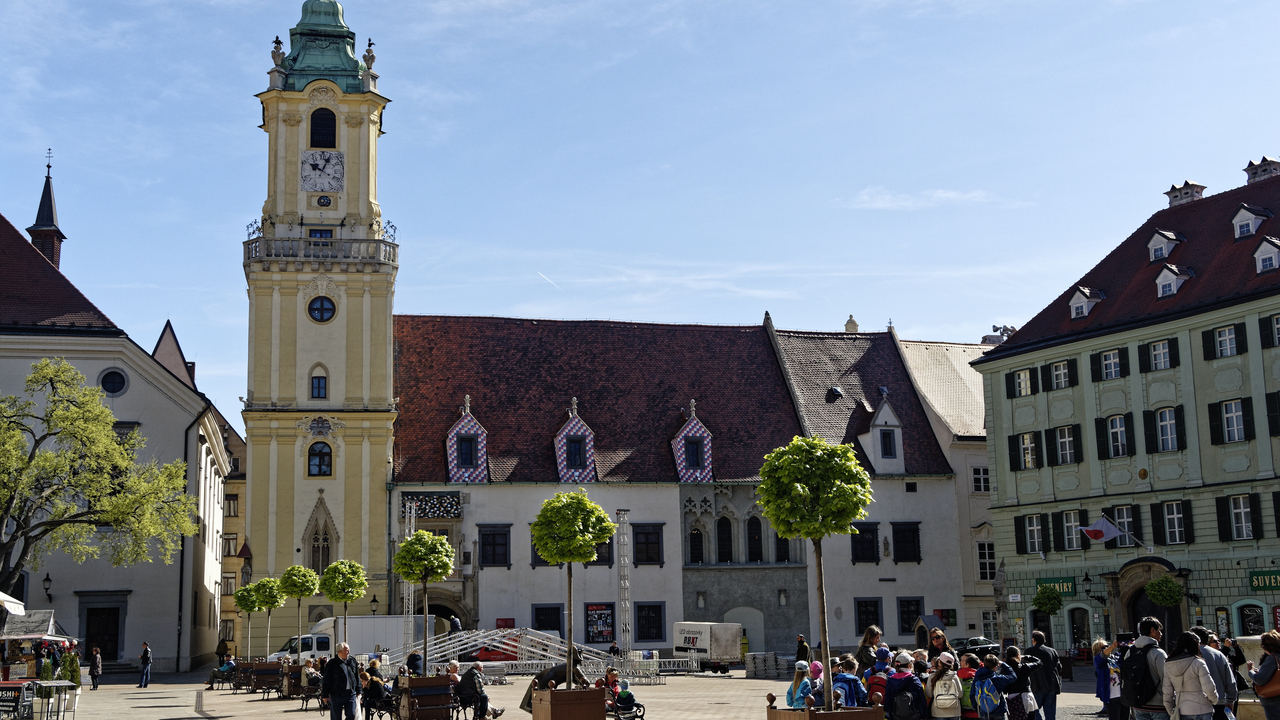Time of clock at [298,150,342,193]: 10:04
